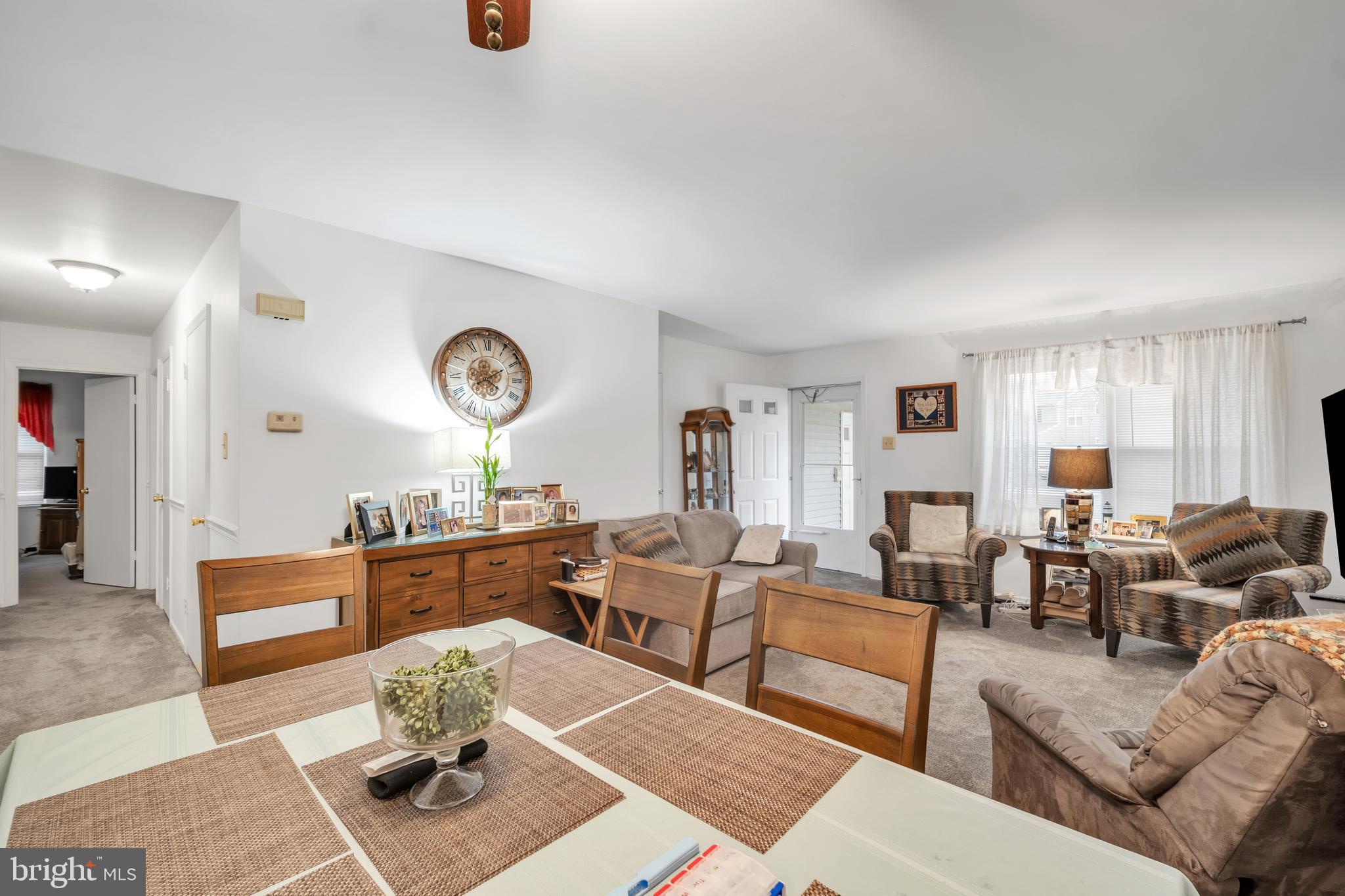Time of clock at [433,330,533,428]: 4:10
